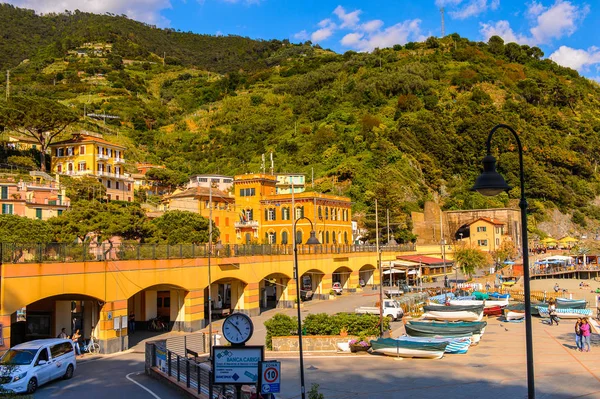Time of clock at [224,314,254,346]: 4:52
